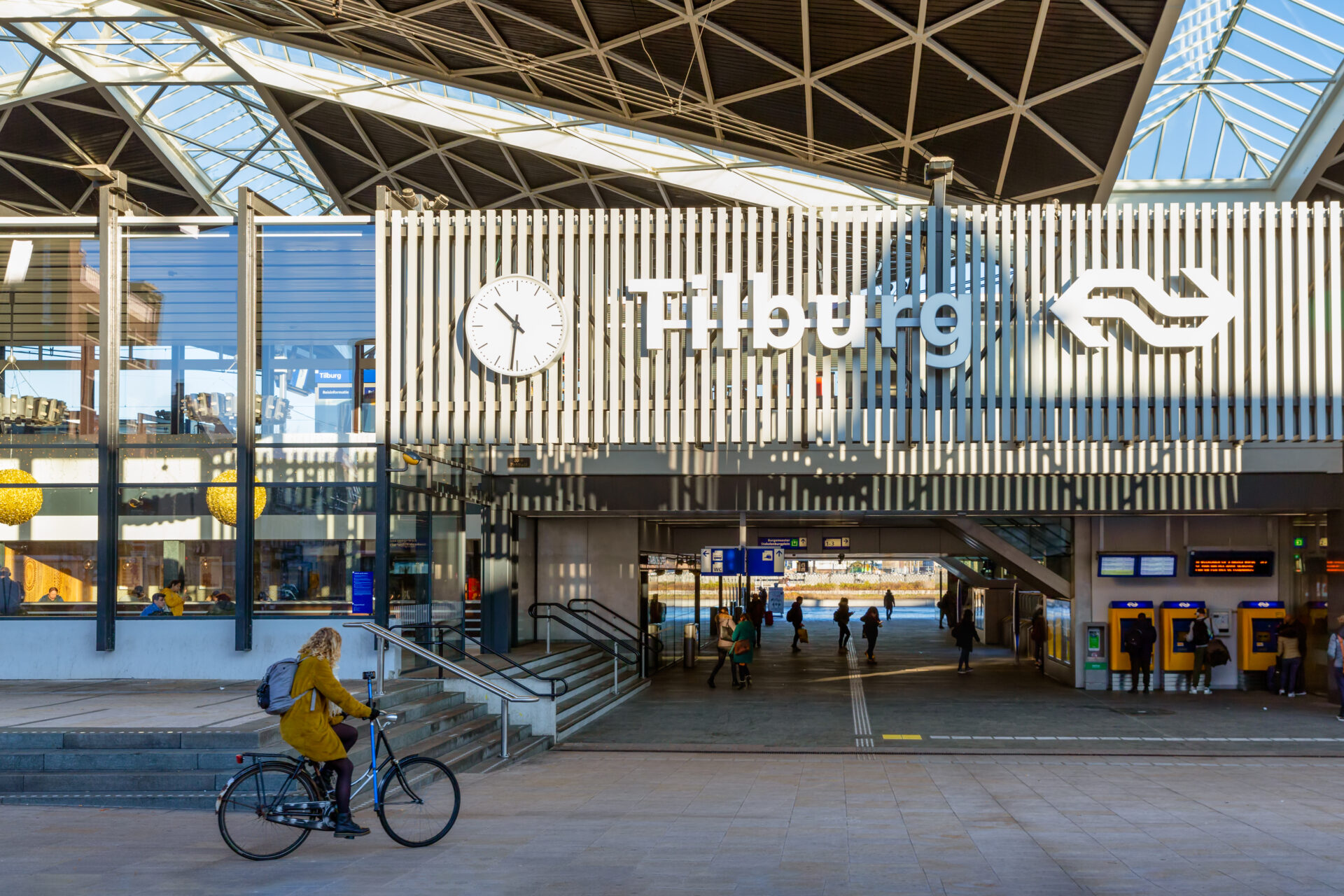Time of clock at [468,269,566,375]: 10:31
